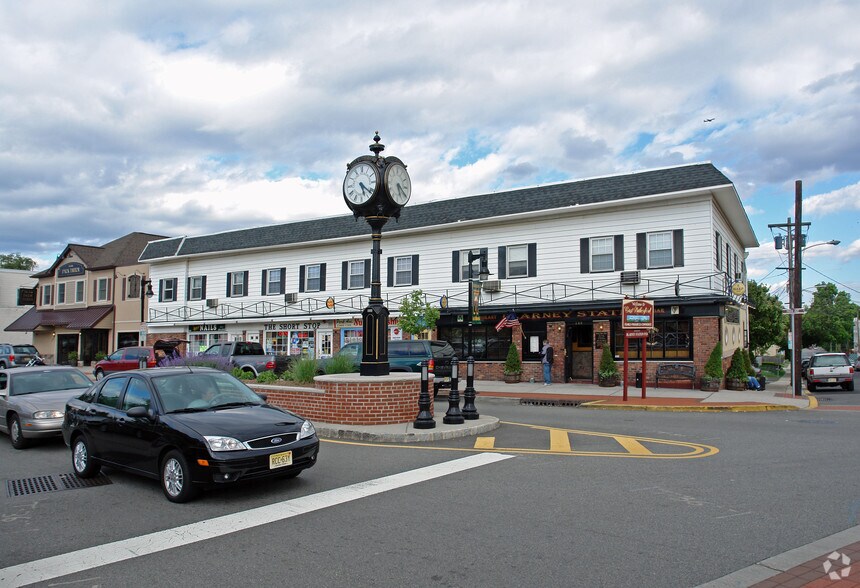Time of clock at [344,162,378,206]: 5:21
